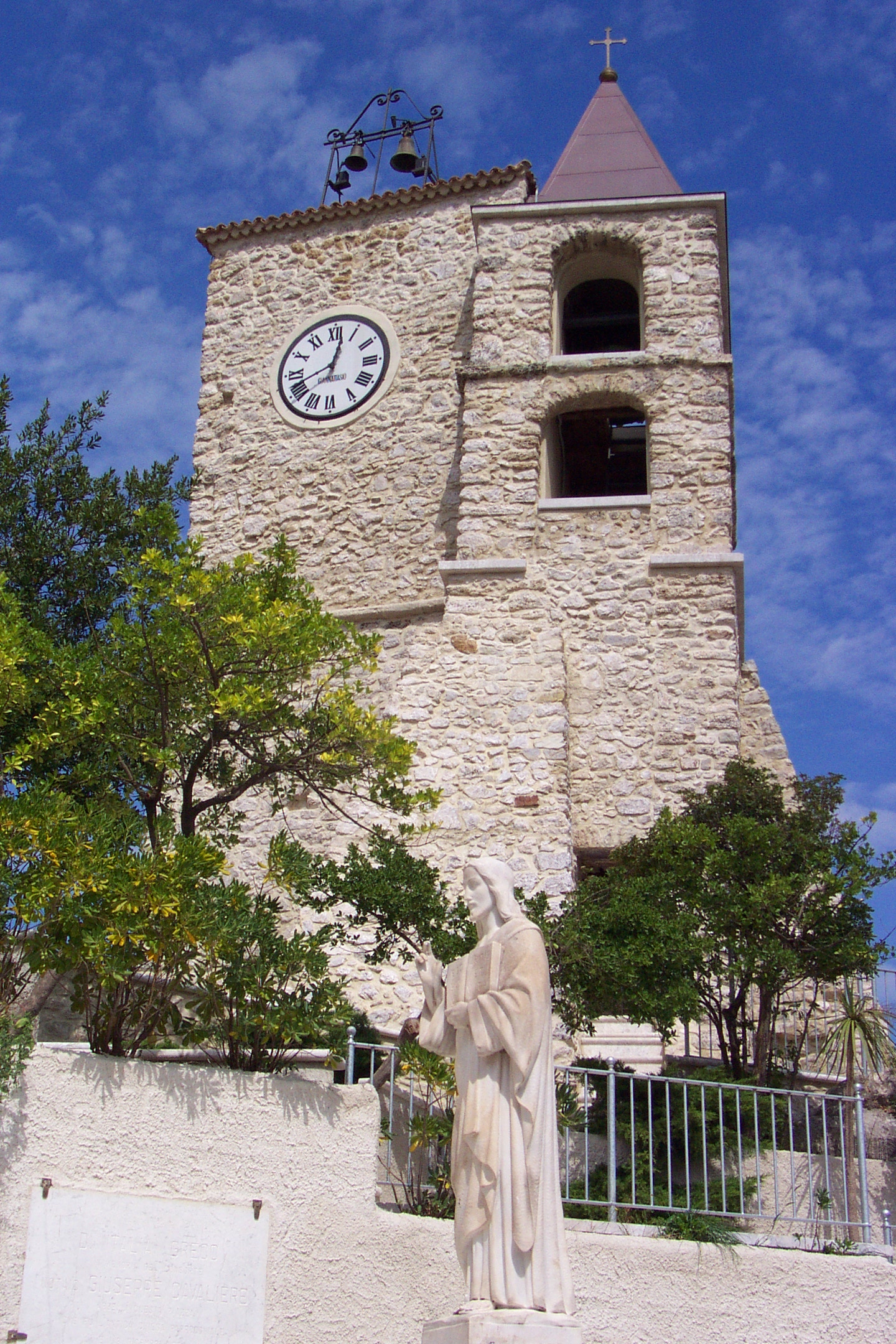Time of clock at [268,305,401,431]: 8:02
